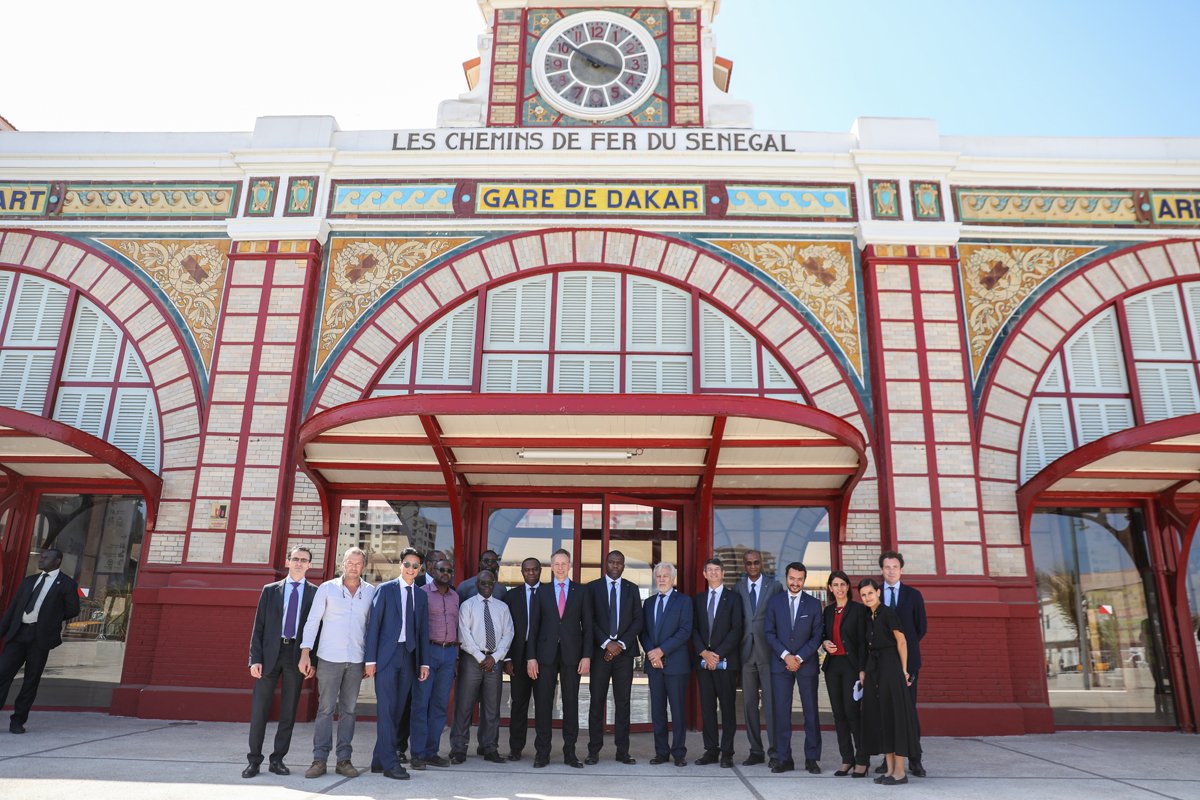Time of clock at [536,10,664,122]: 10:17
